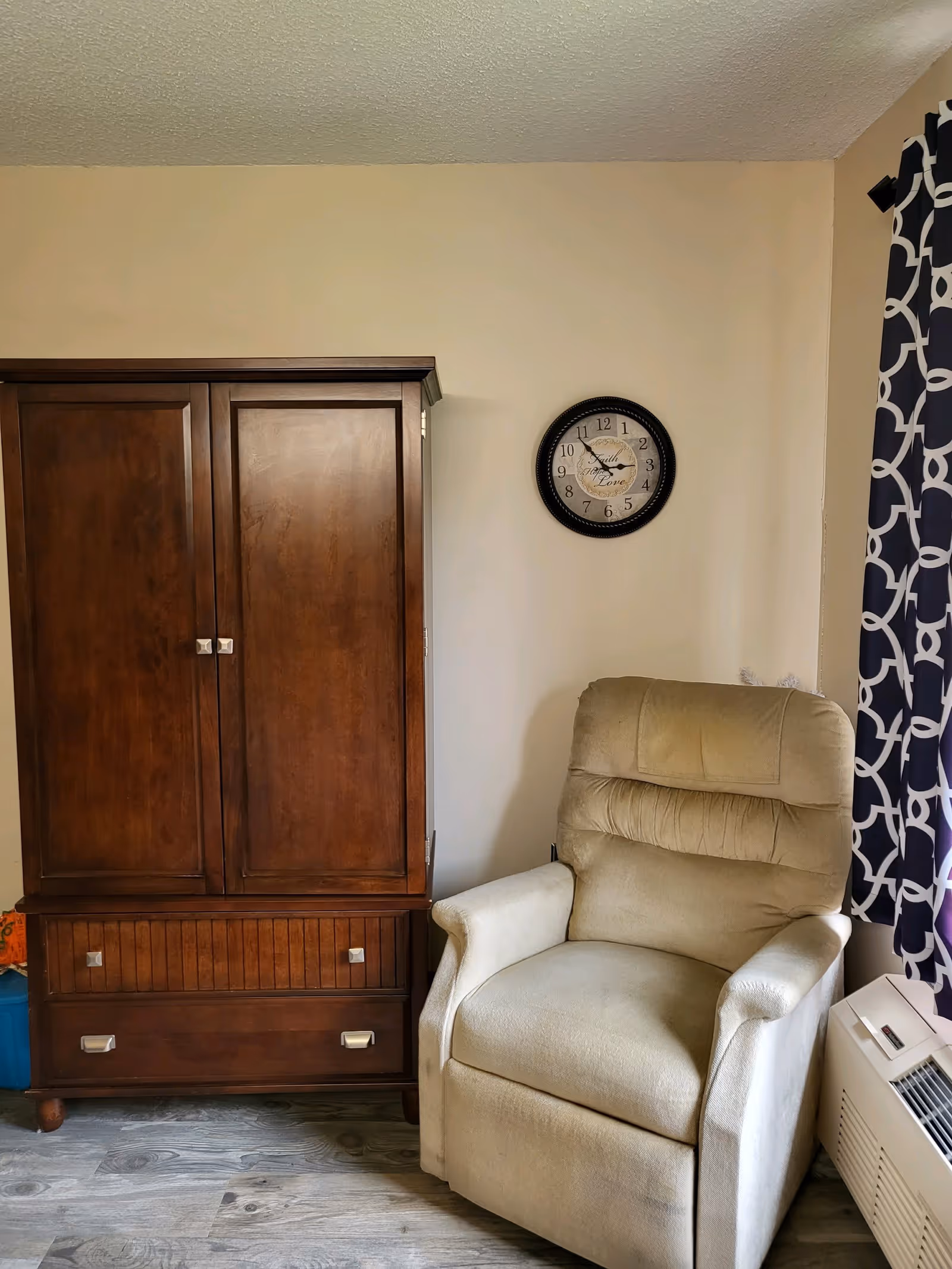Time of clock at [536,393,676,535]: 2:53
